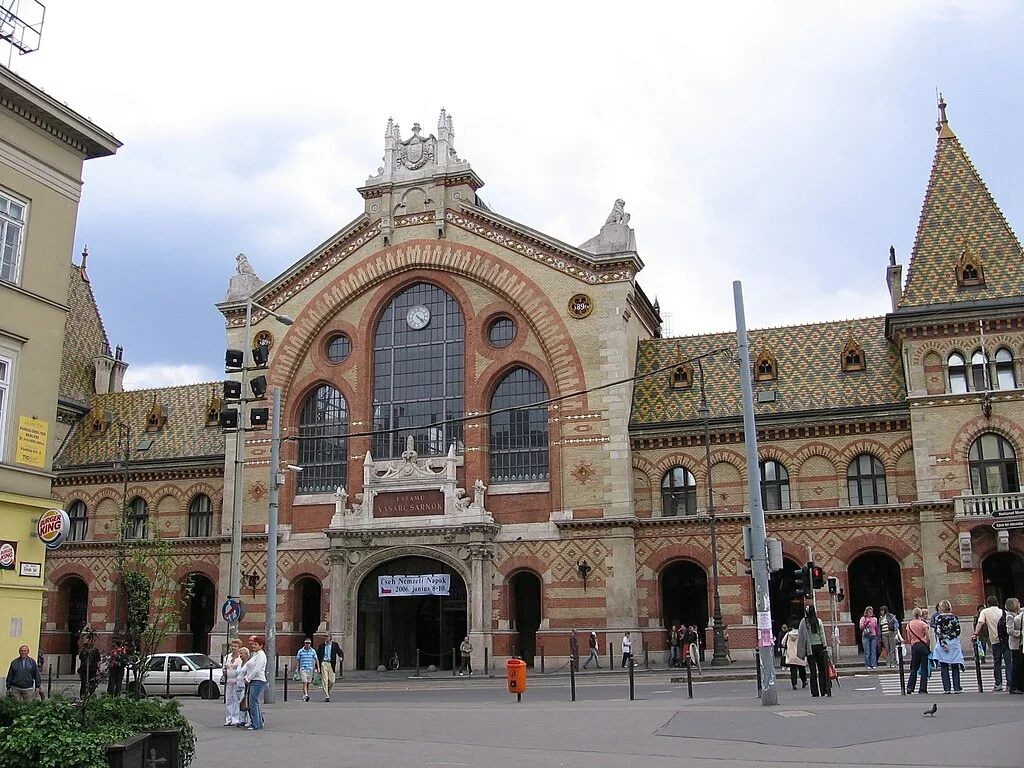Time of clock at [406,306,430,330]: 4:22
